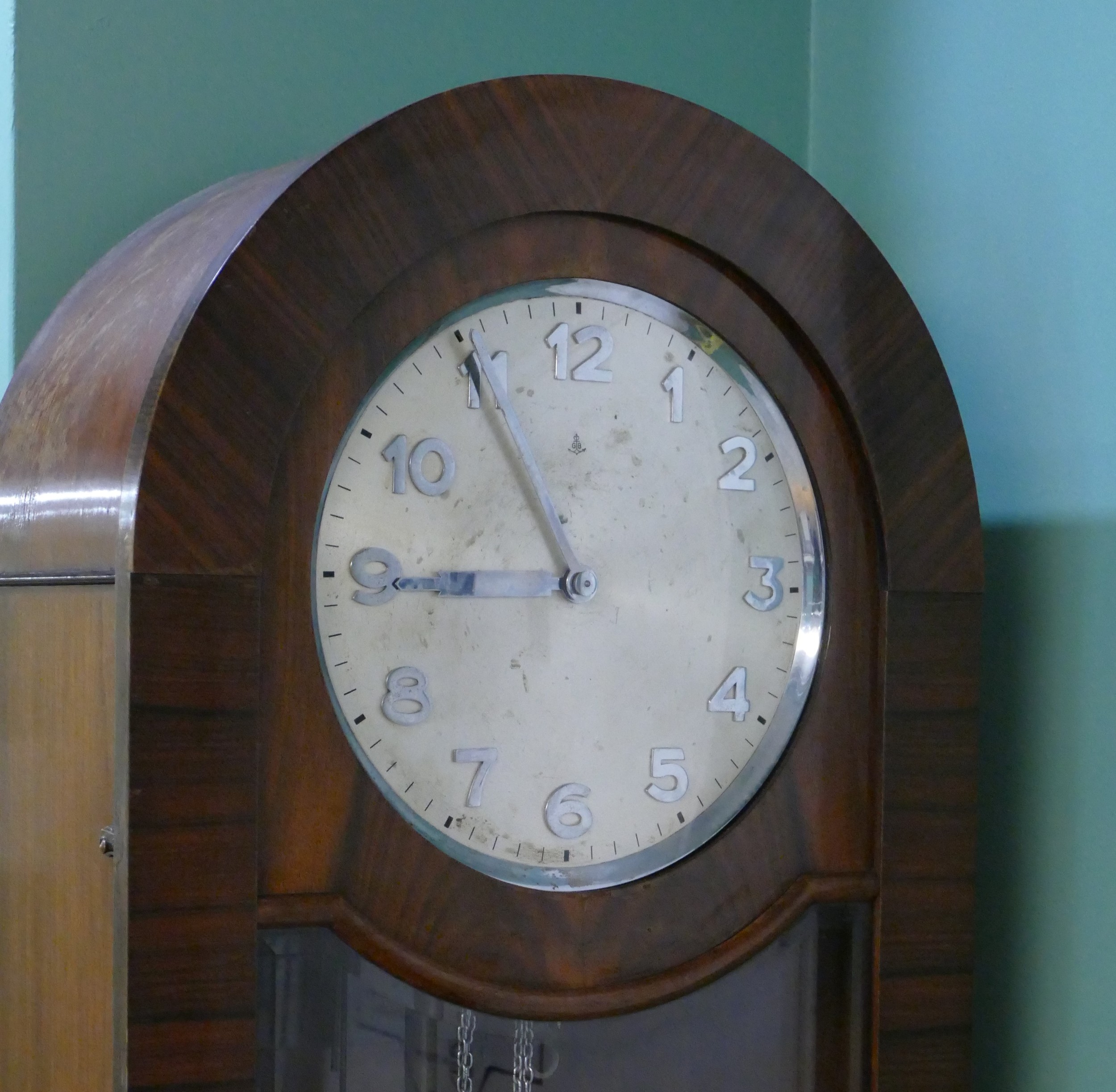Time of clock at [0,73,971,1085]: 8:54
